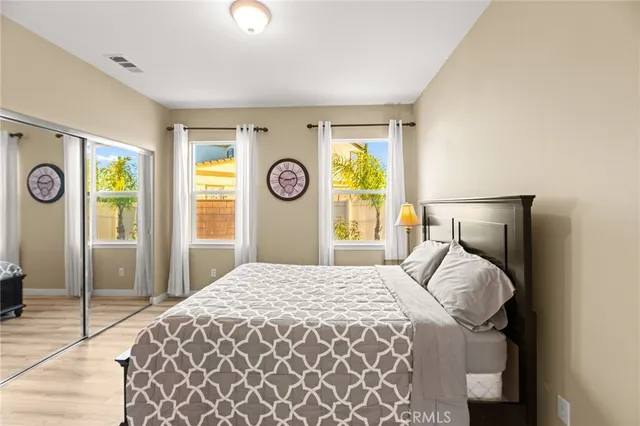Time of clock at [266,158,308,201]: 2:48
